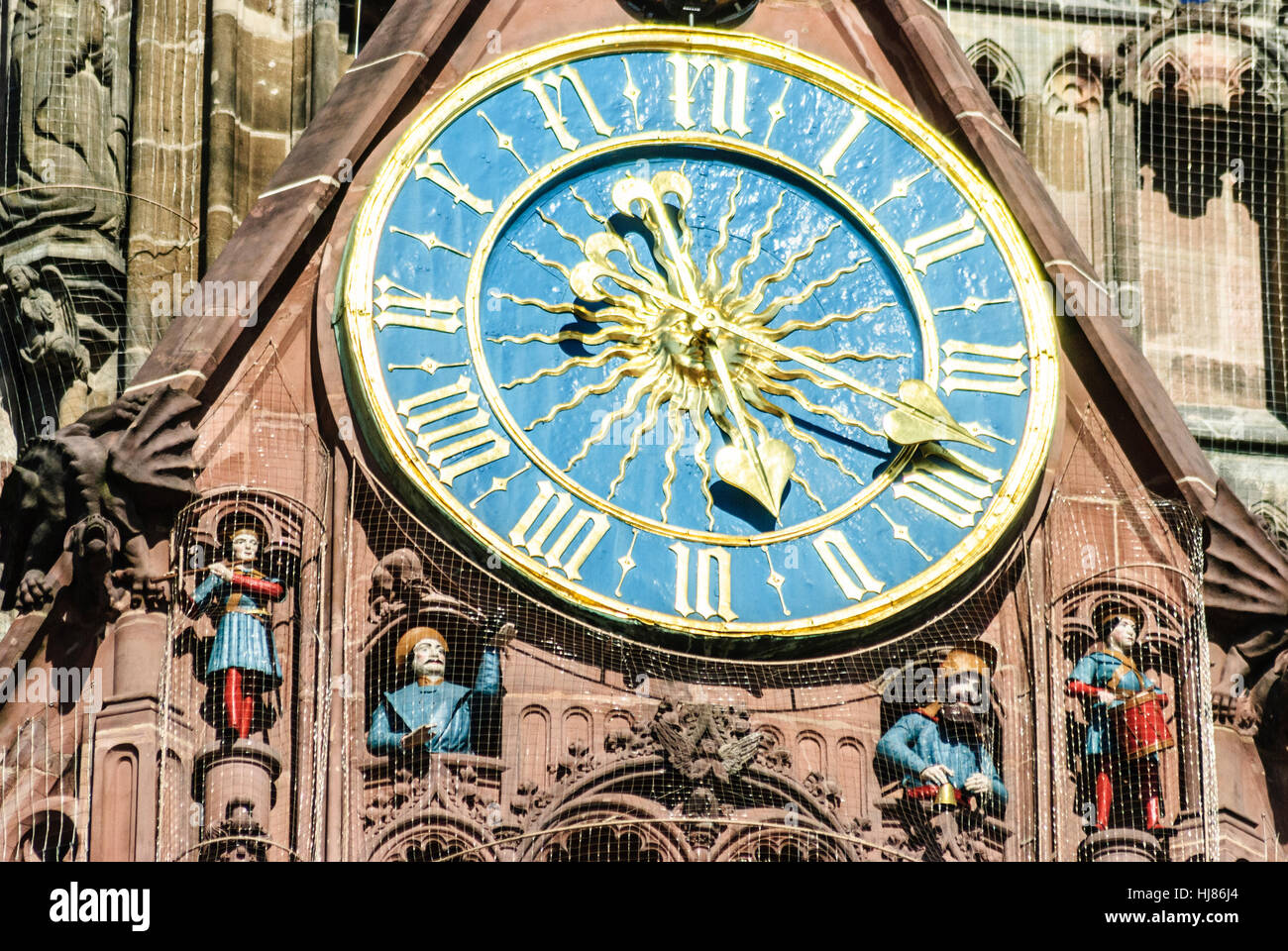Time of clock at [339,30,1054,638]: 5:18
